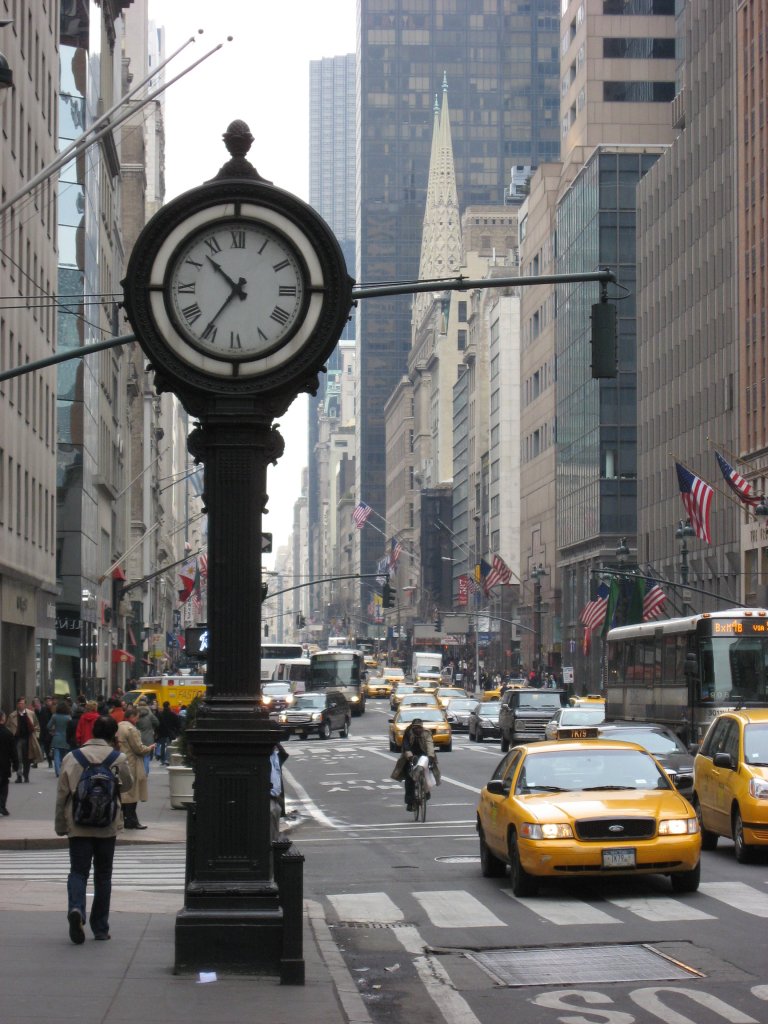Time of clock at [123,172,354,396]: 10:35
